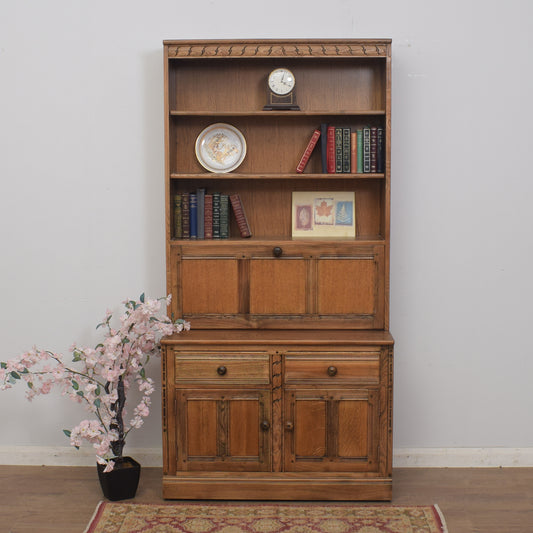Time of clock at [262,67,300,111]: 4:02
